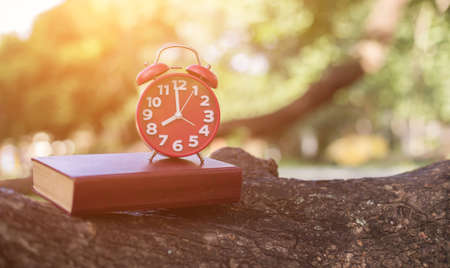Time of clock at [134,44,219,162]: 7:59
